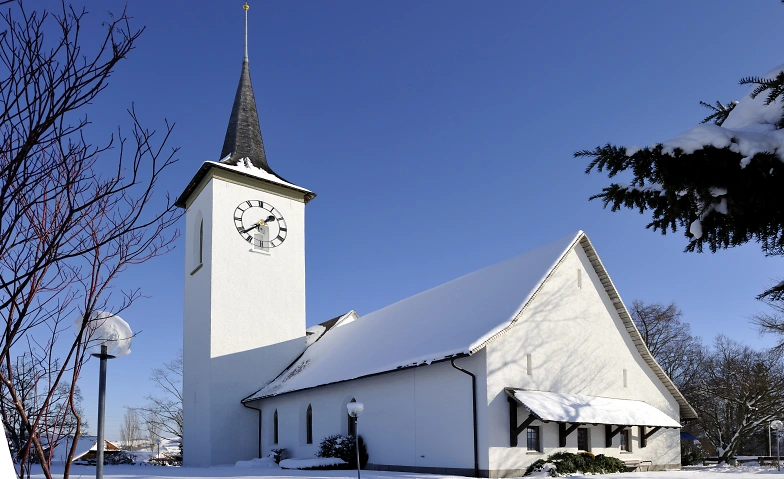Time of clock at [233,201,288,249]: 1:38
